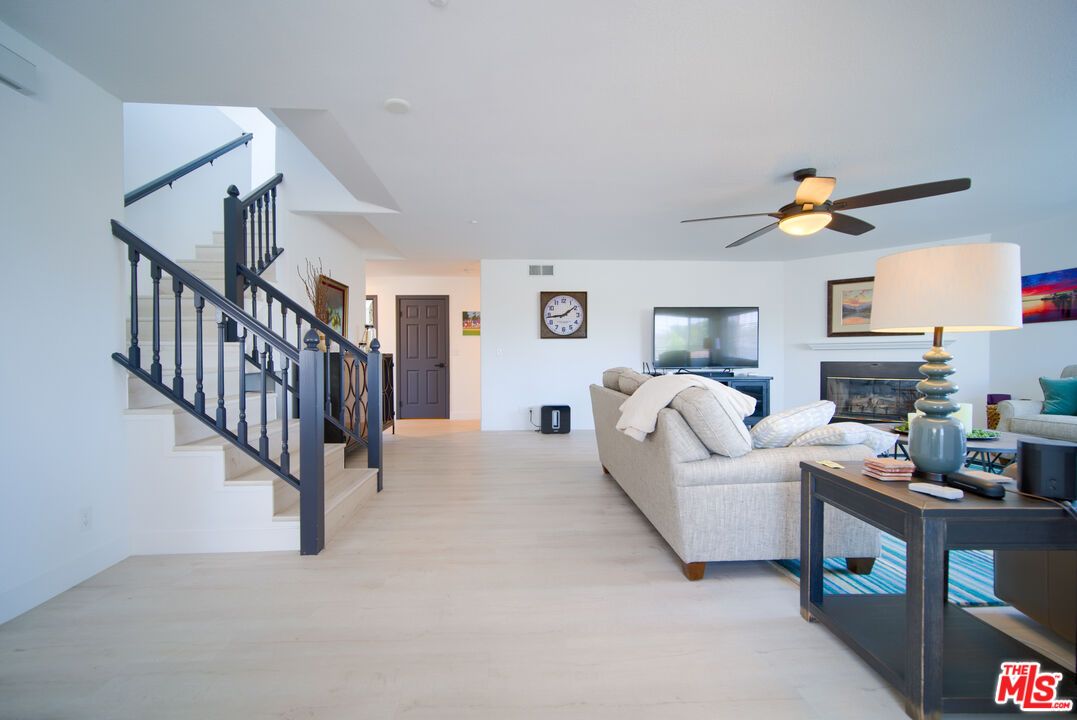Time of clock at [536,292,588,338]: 1:43
